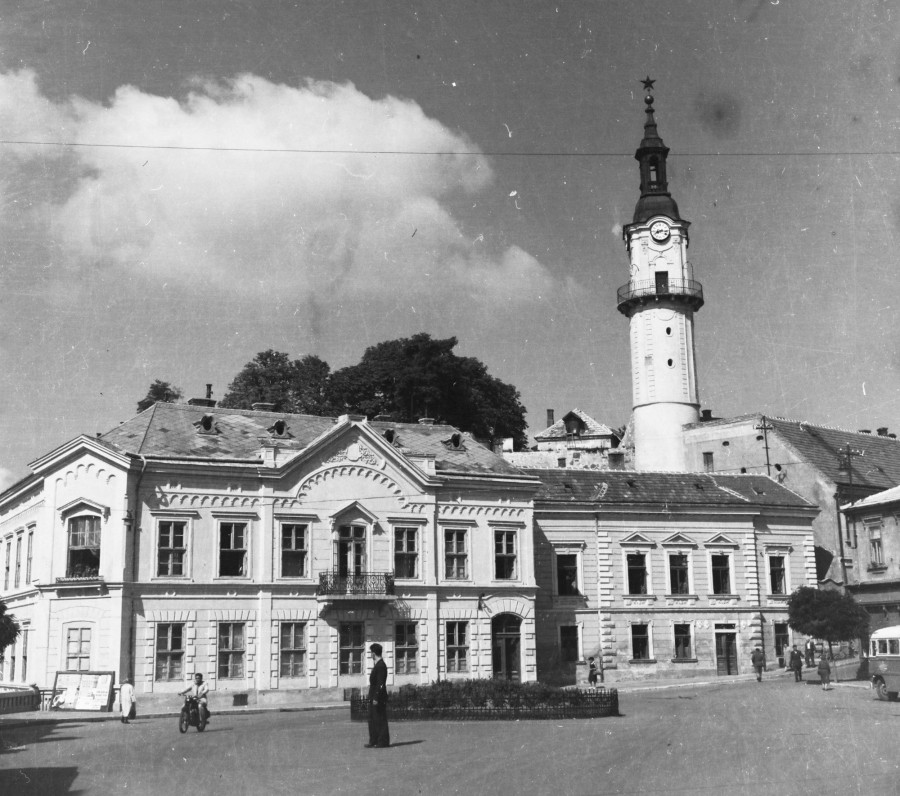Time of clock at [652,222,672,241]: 8:16
